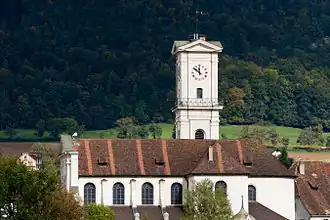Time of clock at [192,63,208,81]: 11:51
